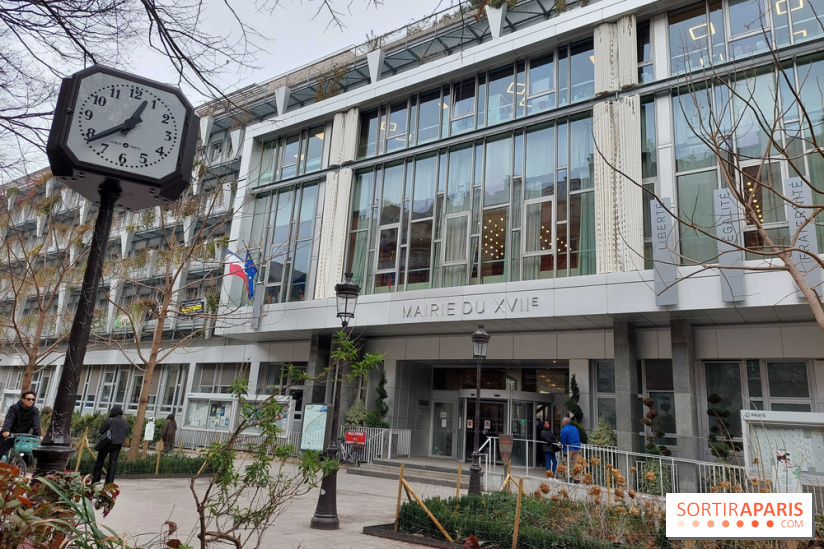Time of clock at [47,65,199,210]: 12:38
